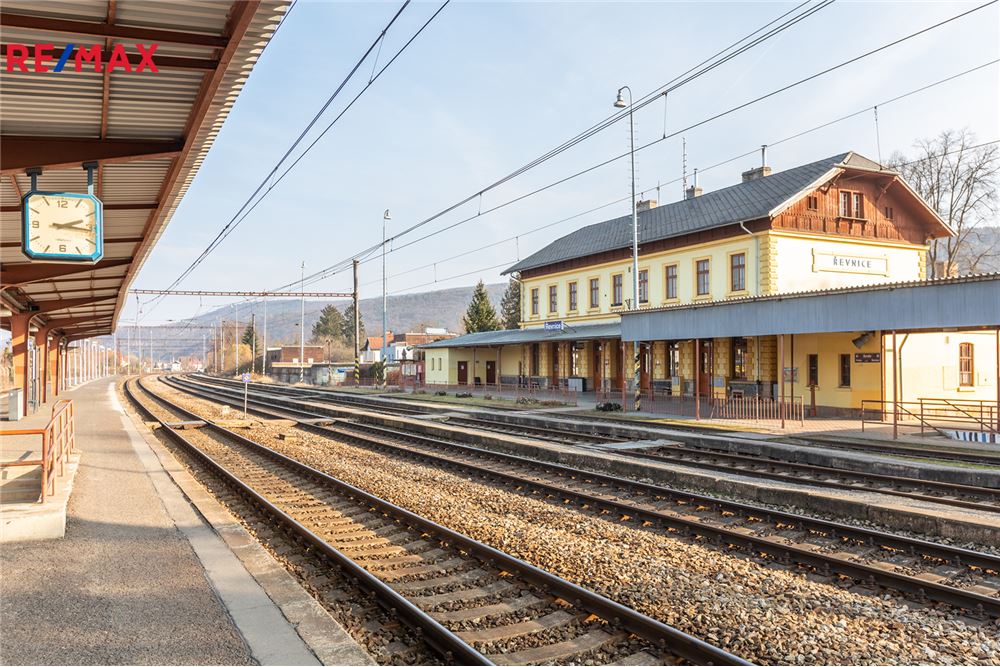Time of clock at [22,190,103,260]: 2:16
